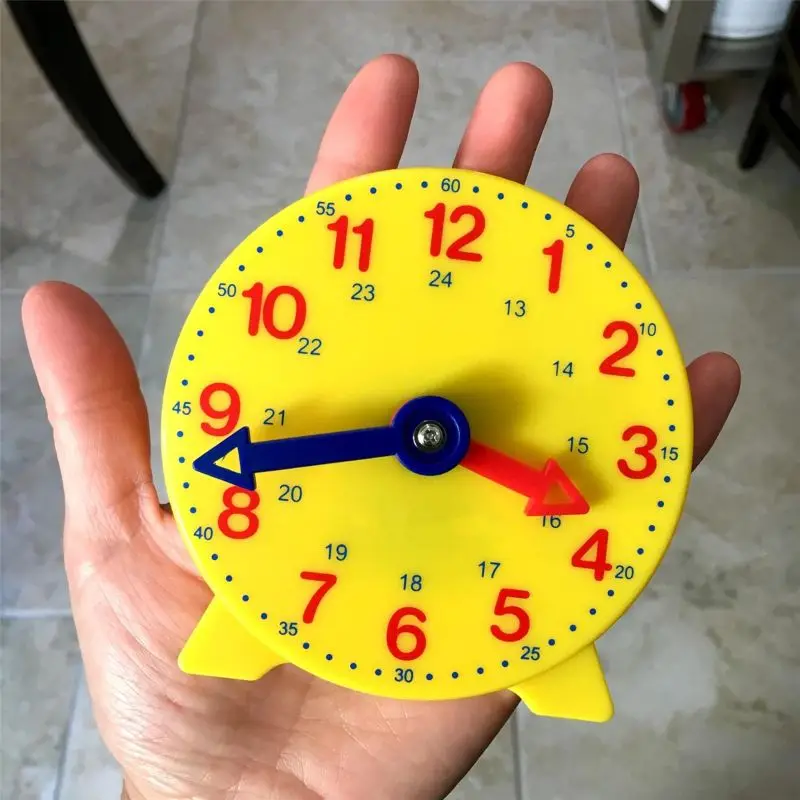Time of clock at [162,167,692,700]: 3:42
